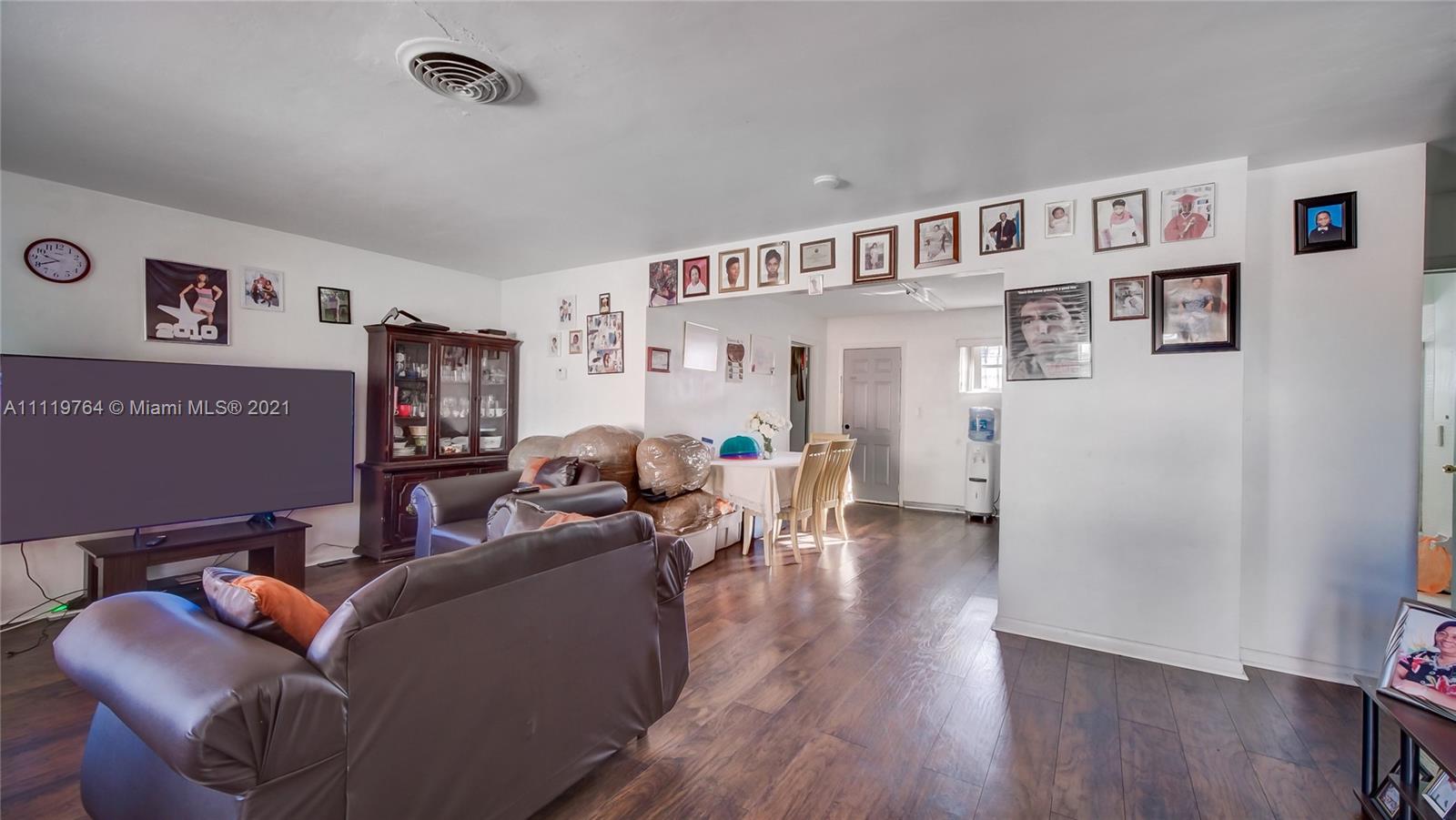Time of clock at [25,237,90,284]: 9:40
